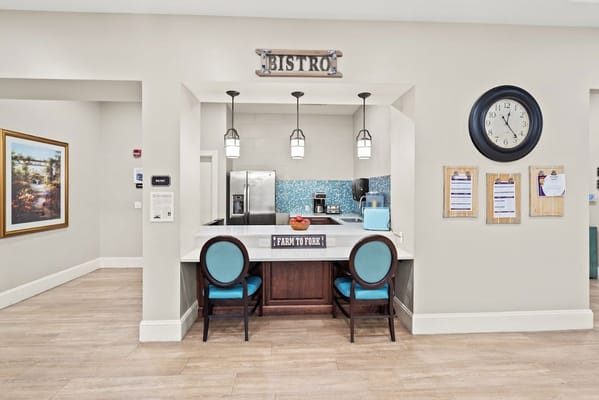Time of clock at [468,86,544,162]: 12:23
